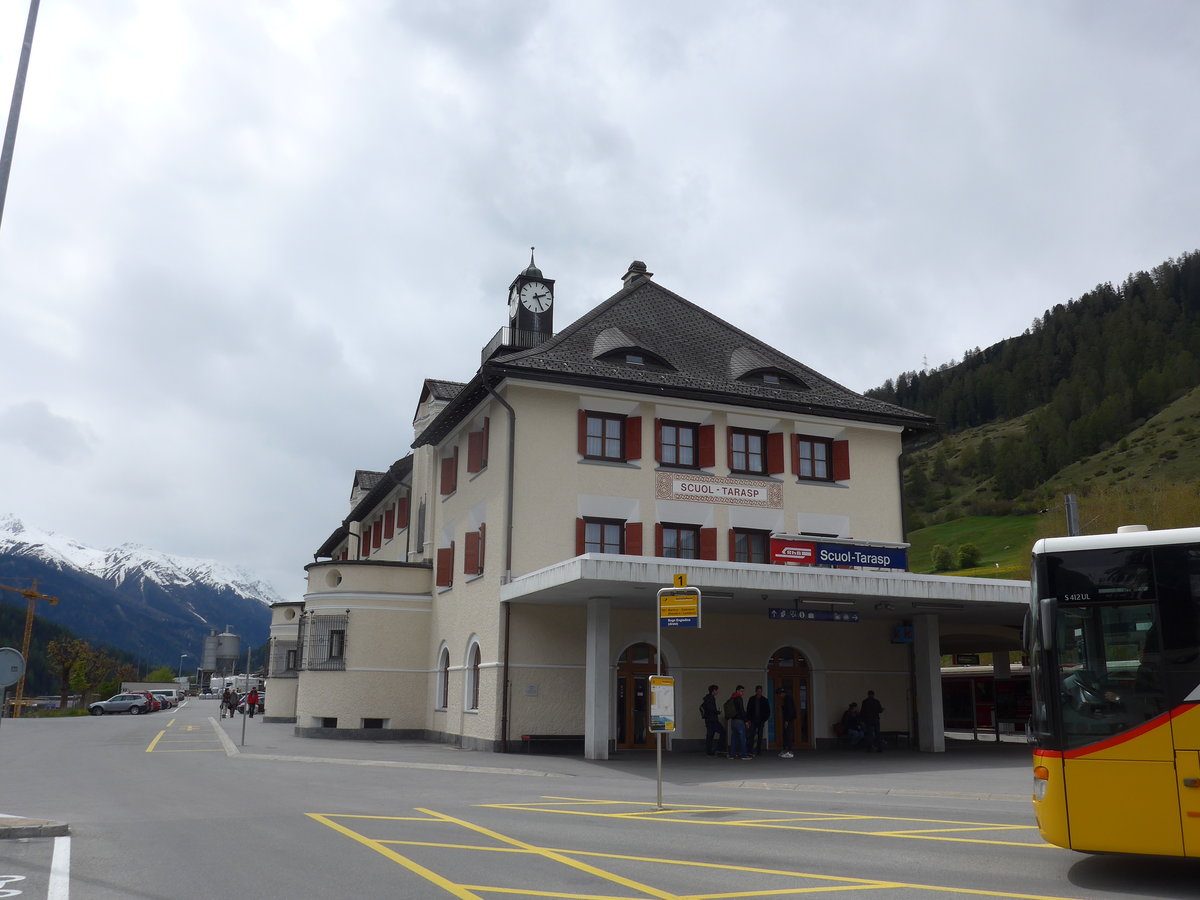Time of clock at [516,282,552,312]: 2:25
